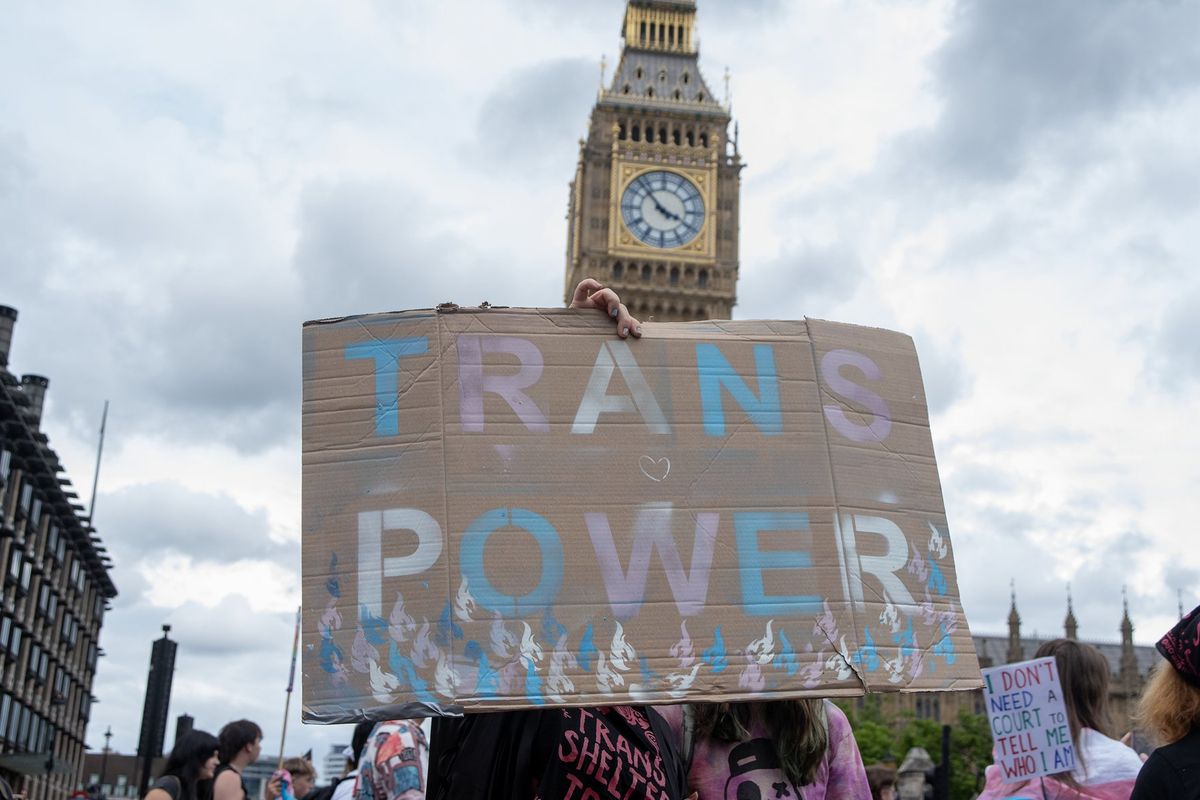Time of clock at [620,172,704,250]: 3:52
